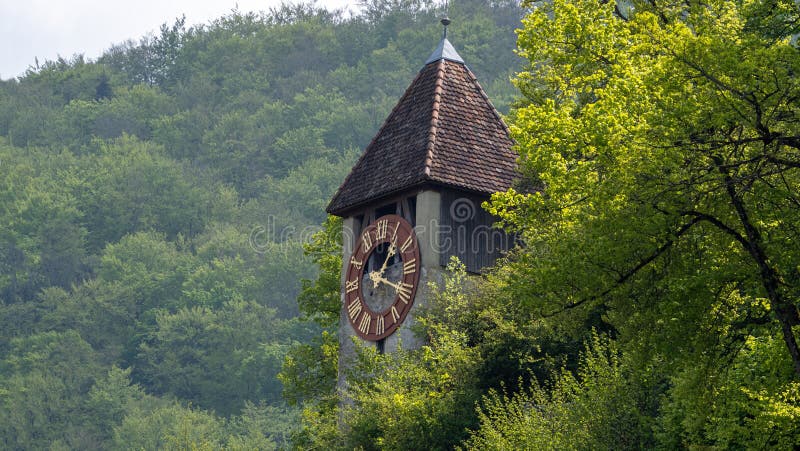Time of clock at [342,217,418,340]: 1:19
